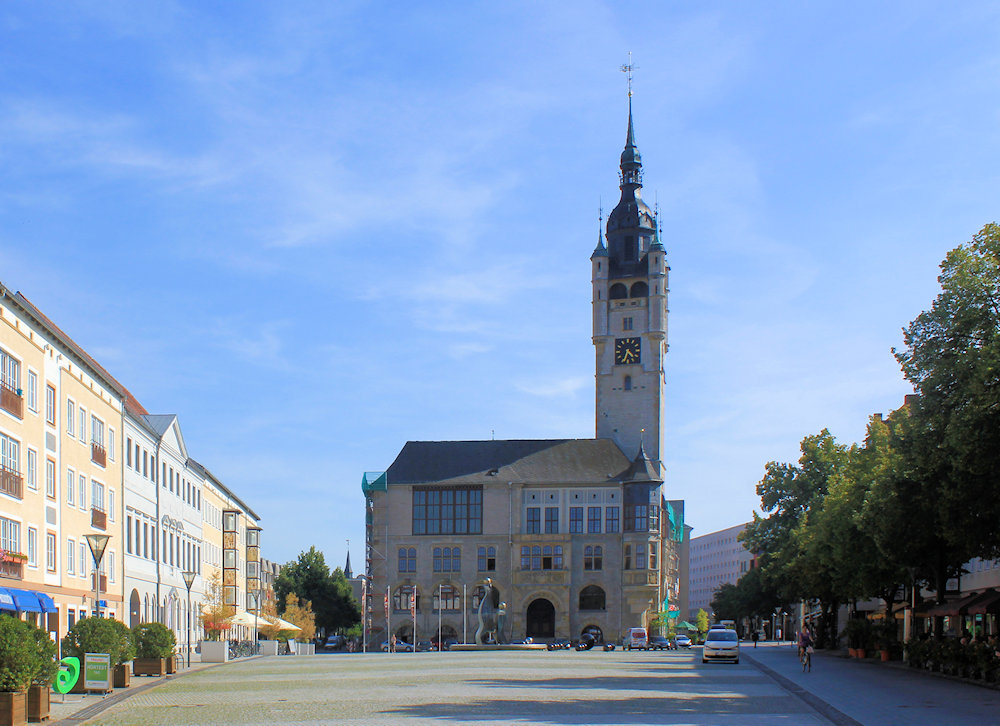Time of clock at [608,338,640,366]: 4:33
